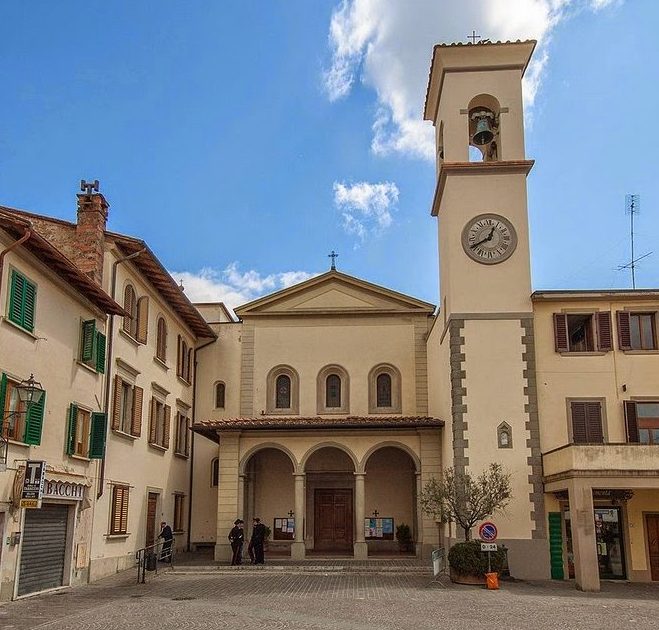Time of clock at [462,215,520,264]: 12:40
